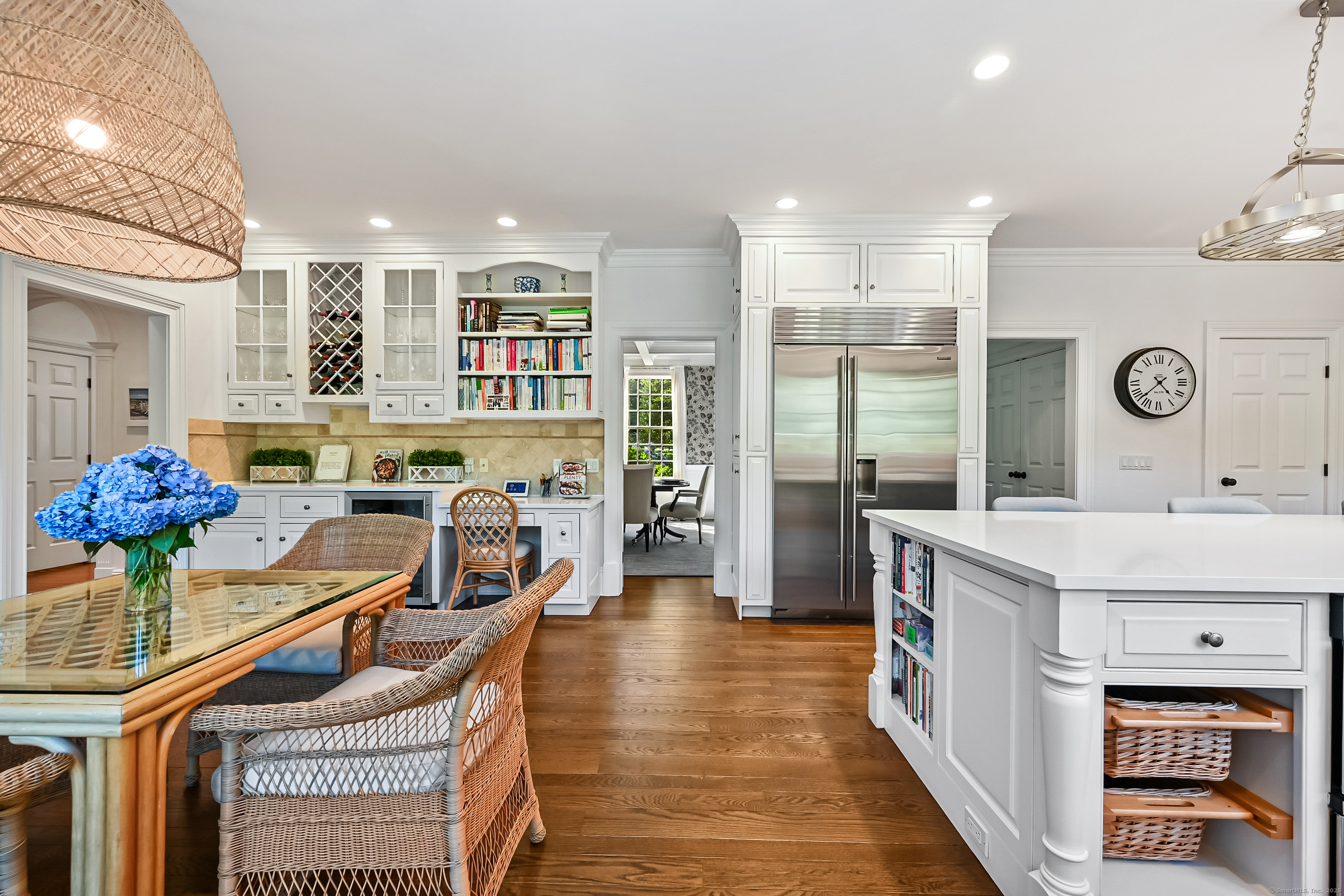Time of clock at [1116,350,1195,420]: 4:38
